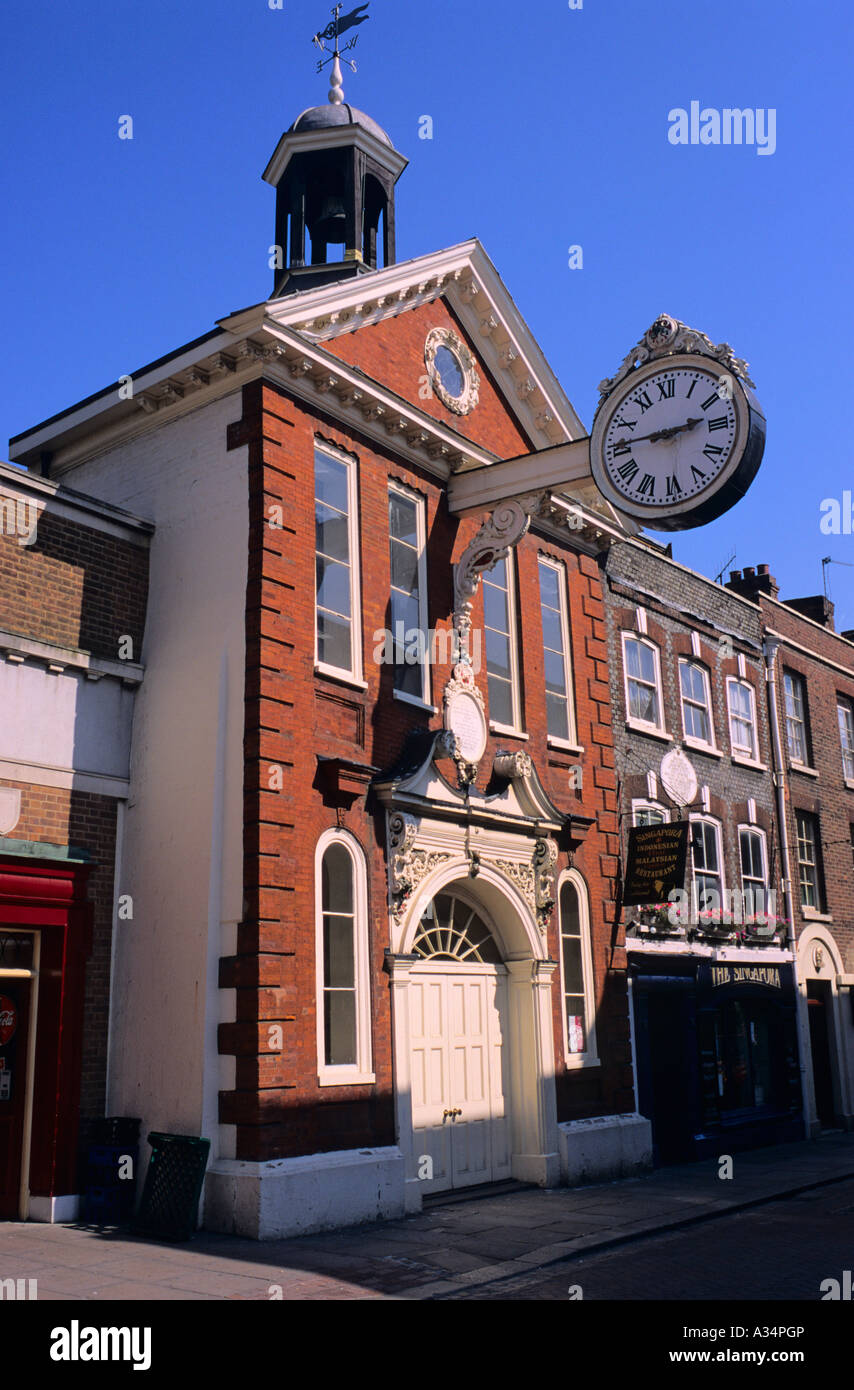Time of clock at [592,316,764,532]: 2:45
